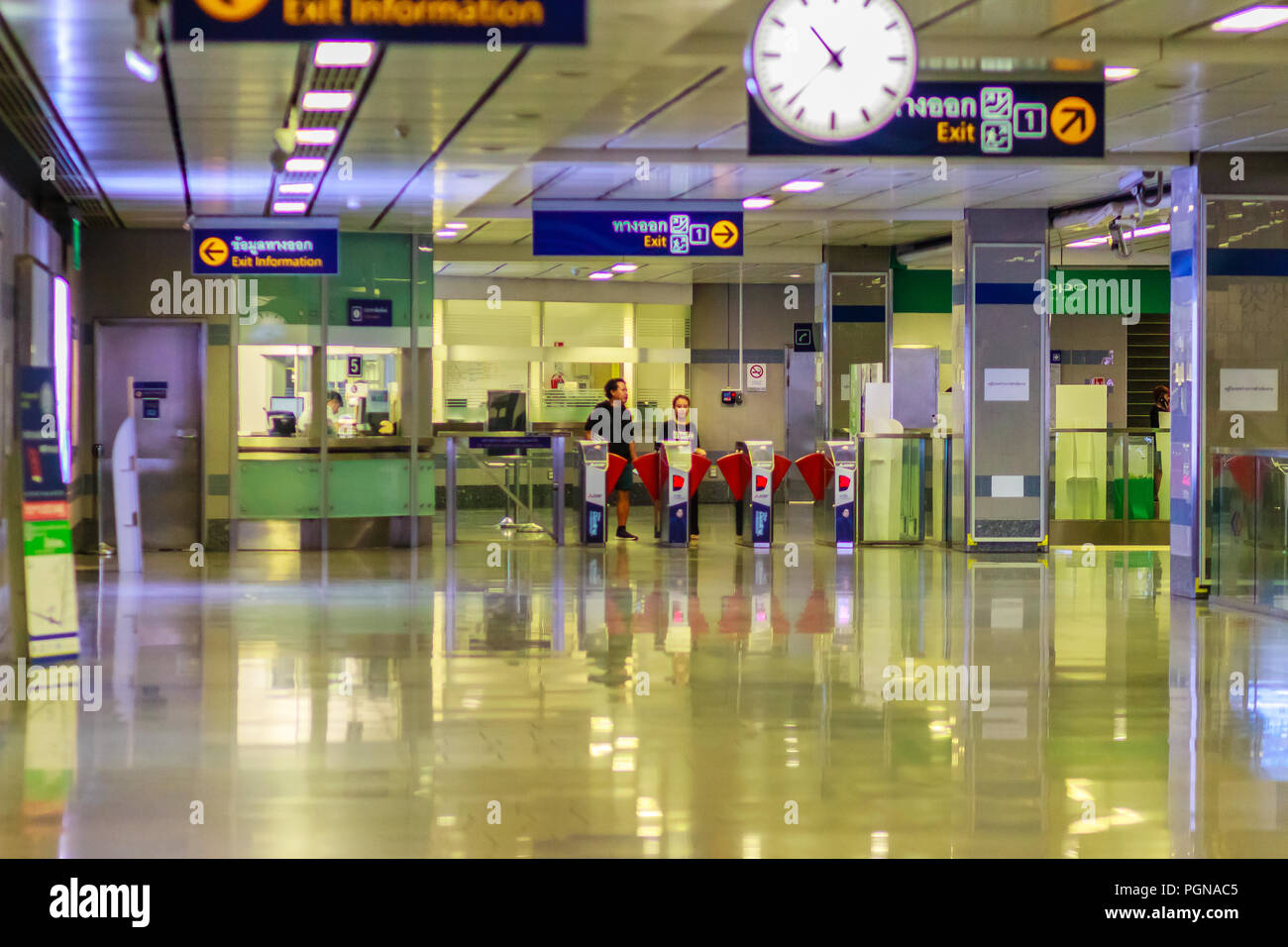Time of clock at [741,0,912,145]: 10:37
